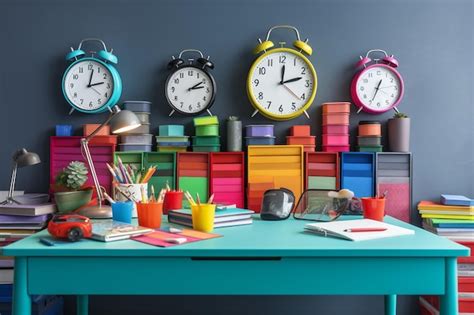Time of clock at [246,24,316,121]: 12:12
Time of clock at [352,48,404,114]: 12:34
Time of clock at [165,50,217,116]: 2:13
